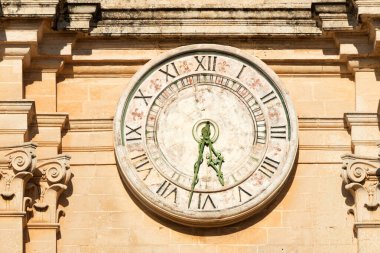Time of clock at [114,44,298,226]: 5:31
